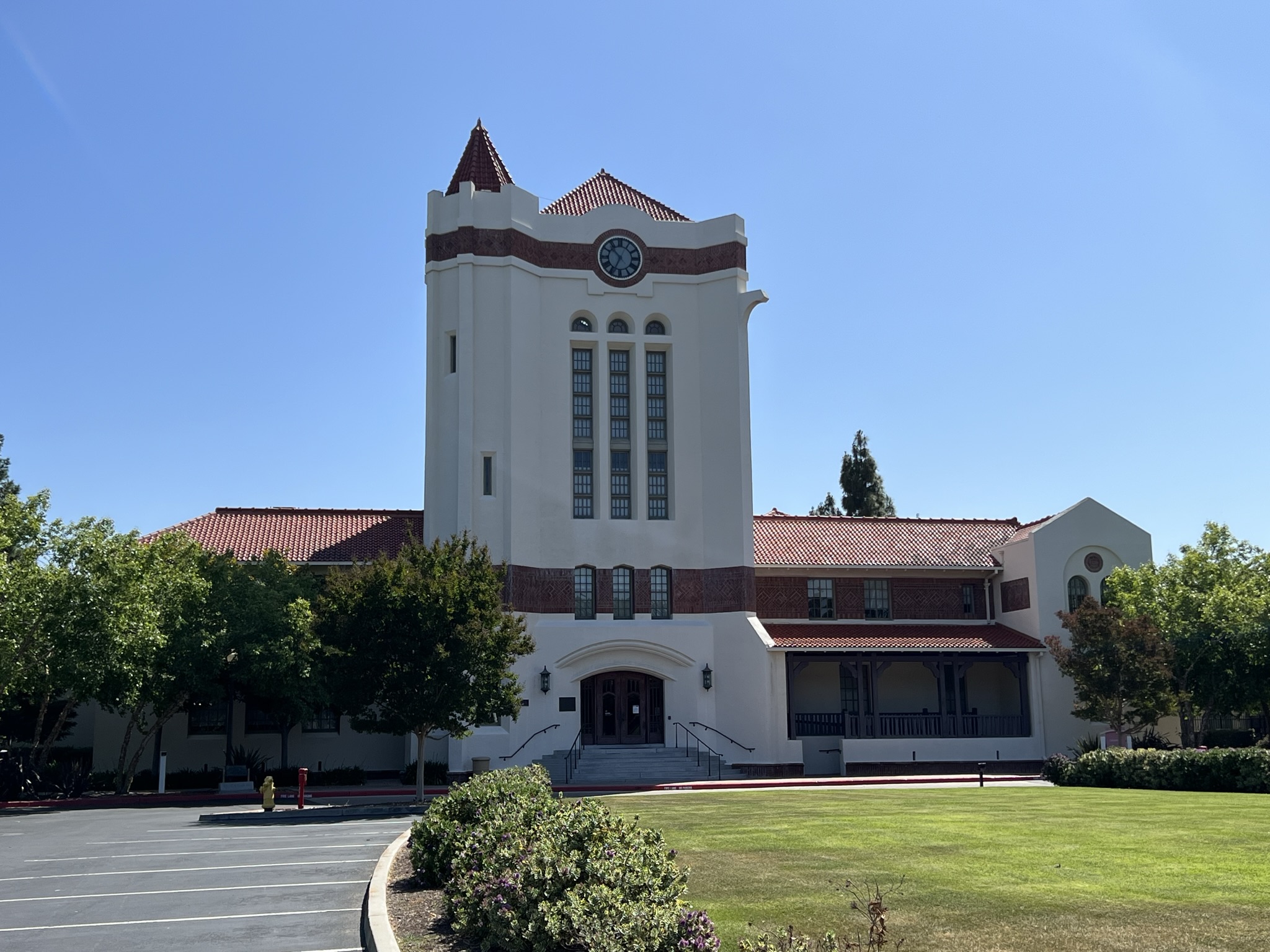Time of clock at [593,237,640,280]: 10:34
